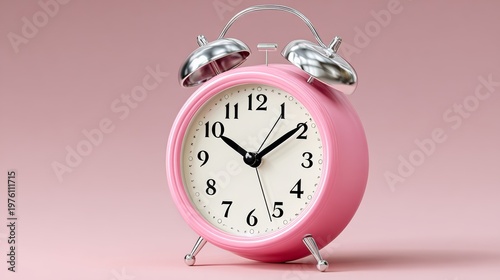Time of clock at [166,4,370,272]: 10:09
